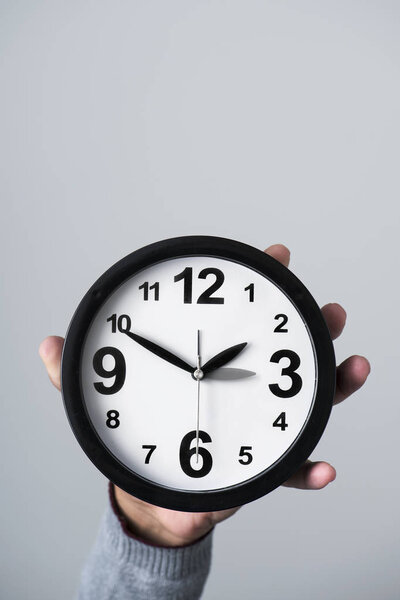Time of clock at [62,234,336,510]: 1:49
